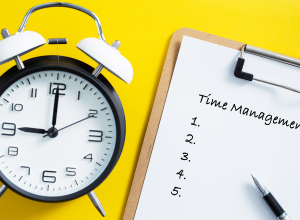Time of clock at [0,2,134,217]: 9:00
